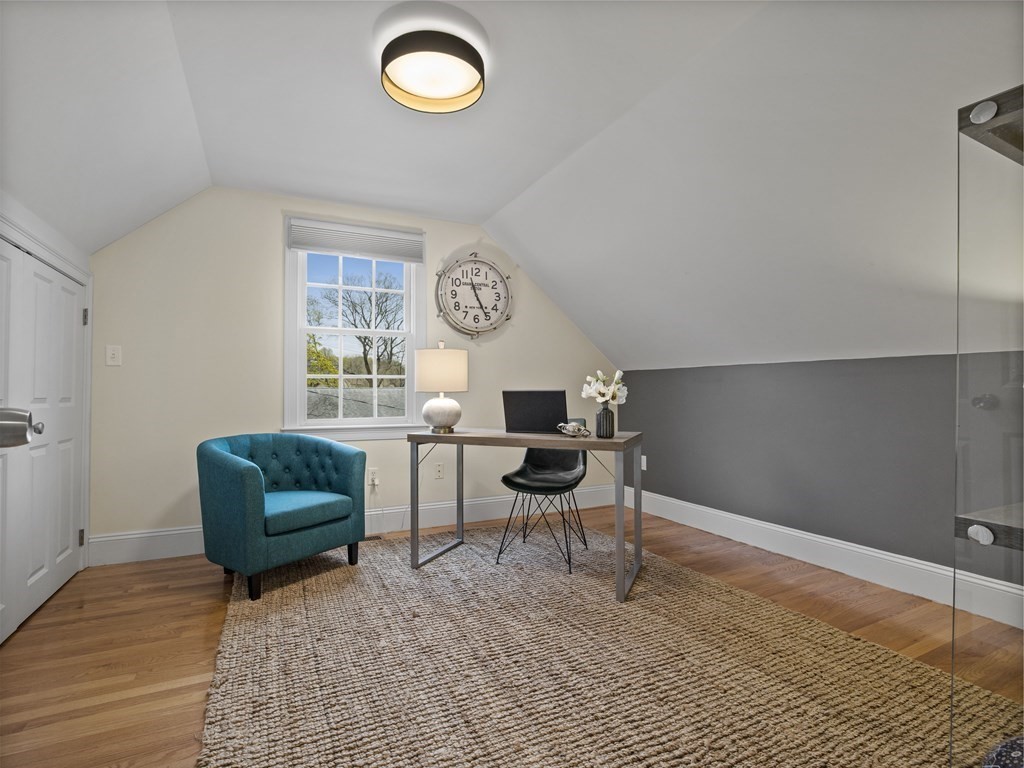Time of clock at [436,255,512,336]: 11:25
